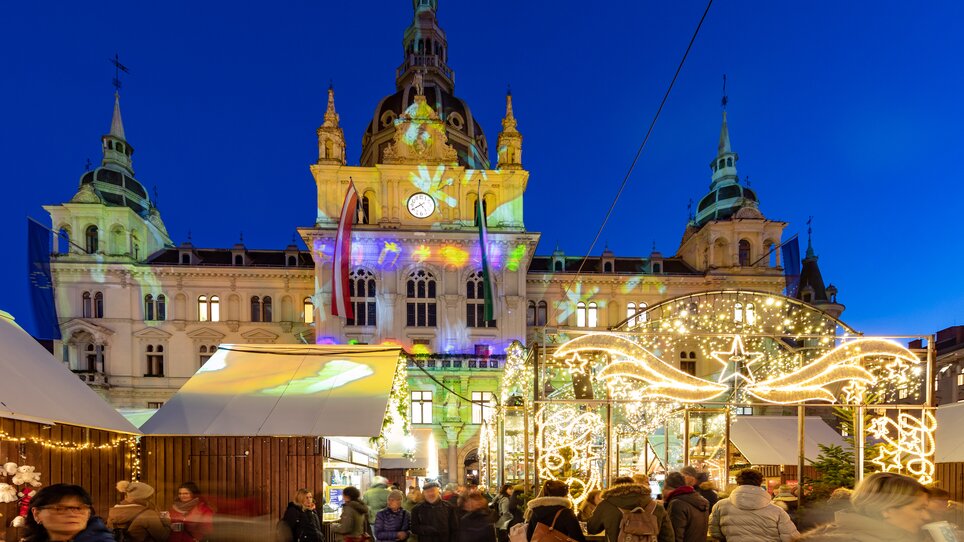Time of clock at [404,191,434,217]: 4:40
